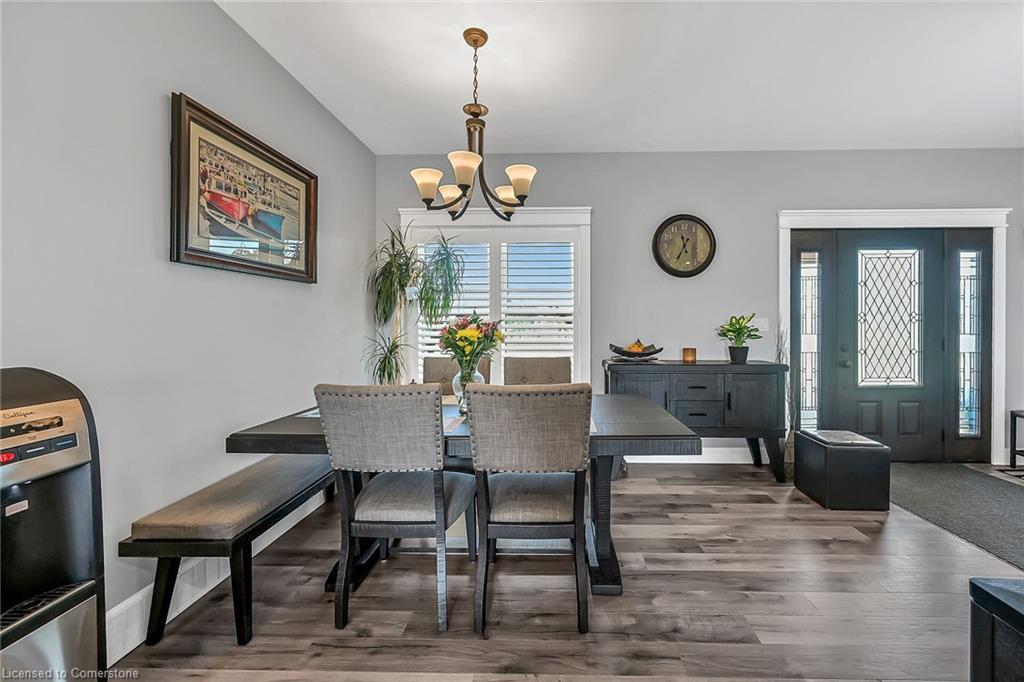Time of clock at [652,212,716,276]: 11:35
